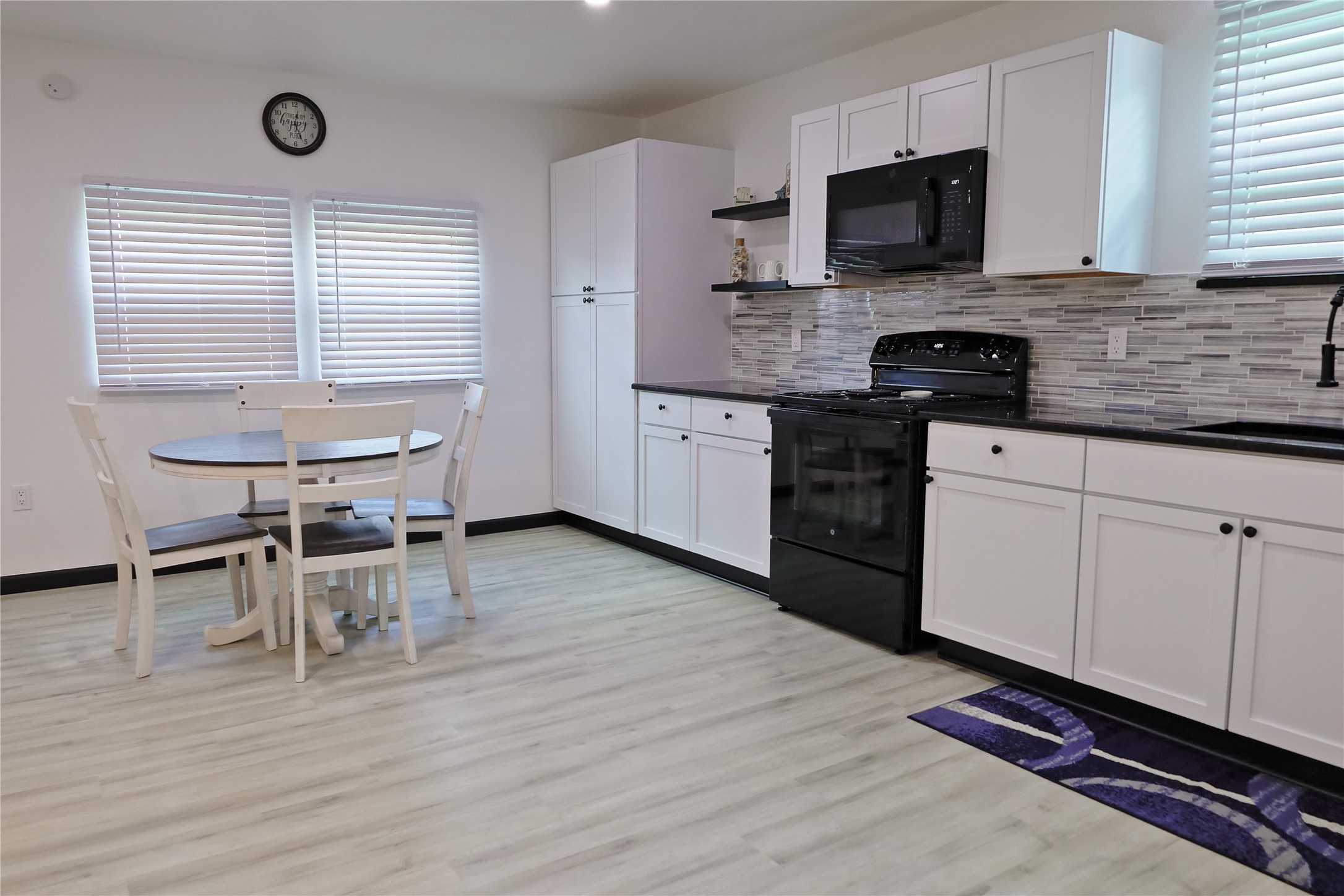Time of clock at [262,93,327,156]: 12:26
